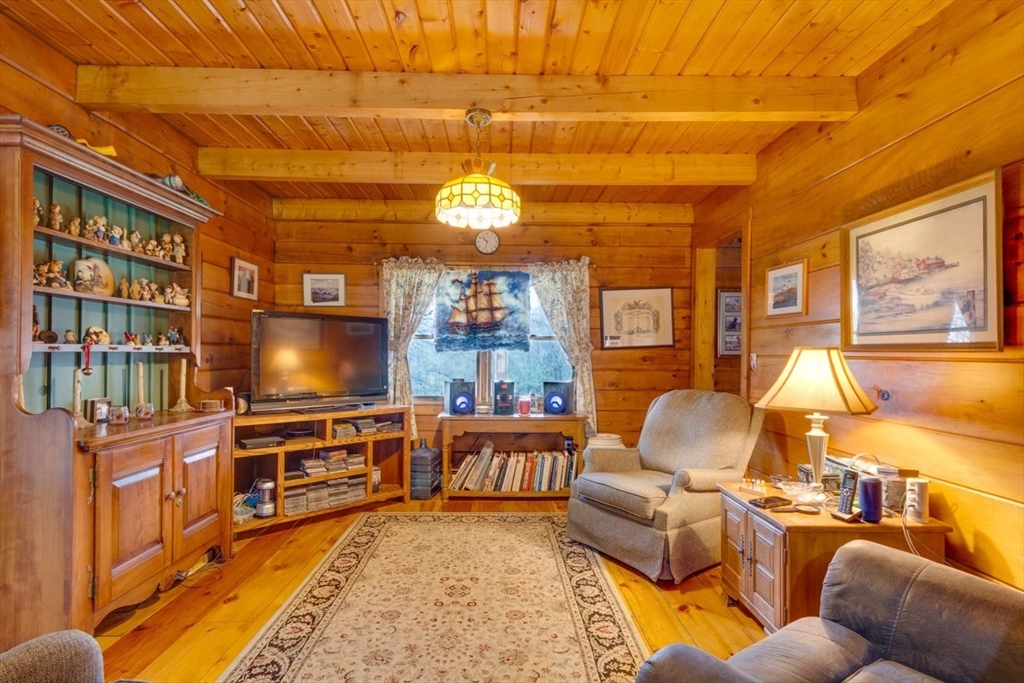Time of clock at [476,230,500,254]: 10:33
